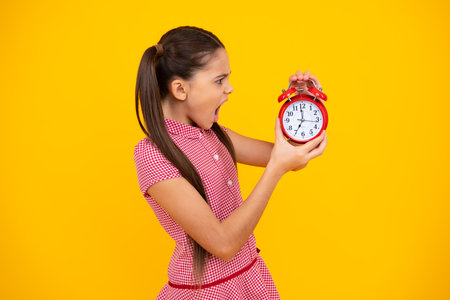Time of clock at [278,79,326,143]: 6:59
